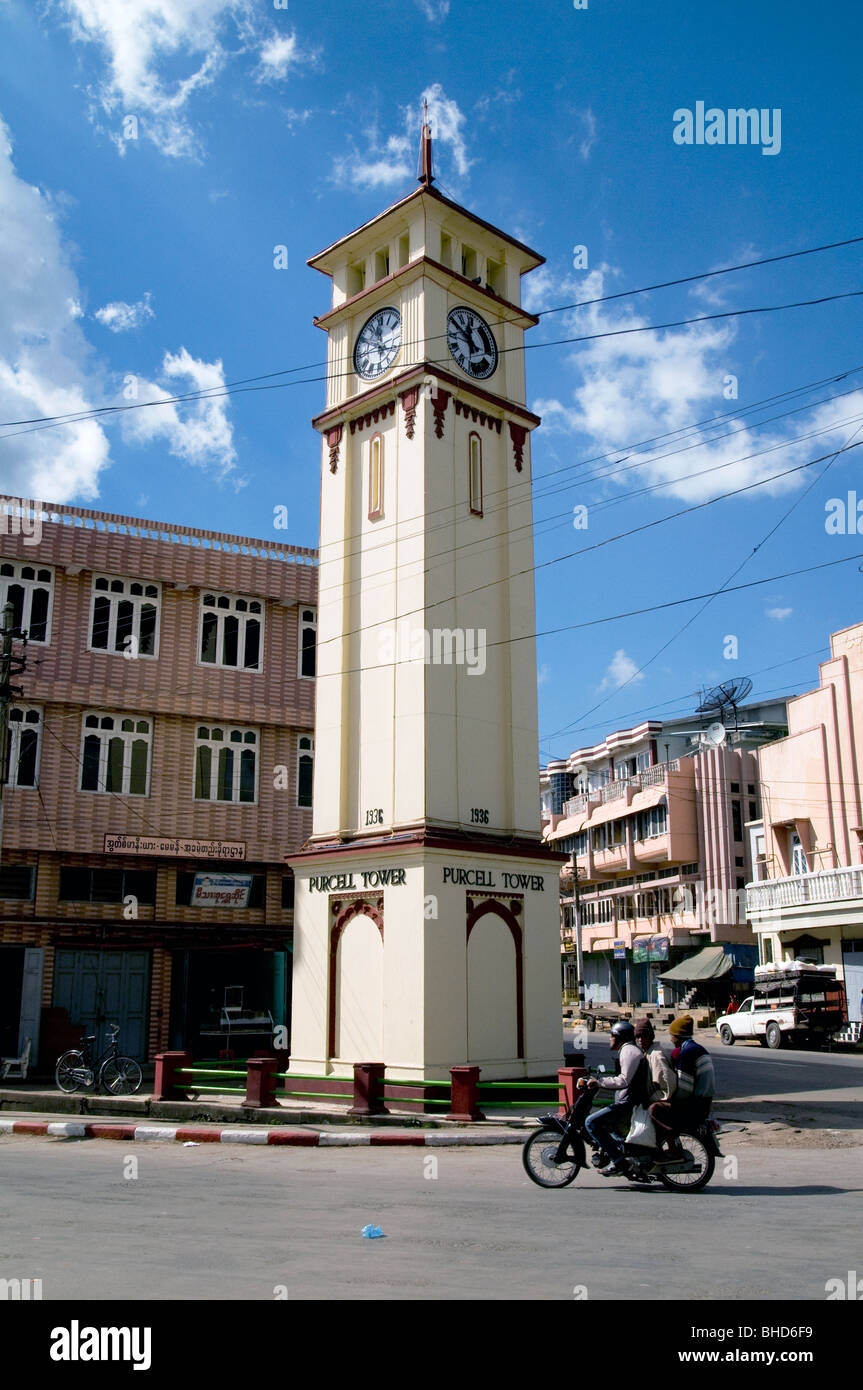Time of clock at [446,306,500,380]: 11:50
